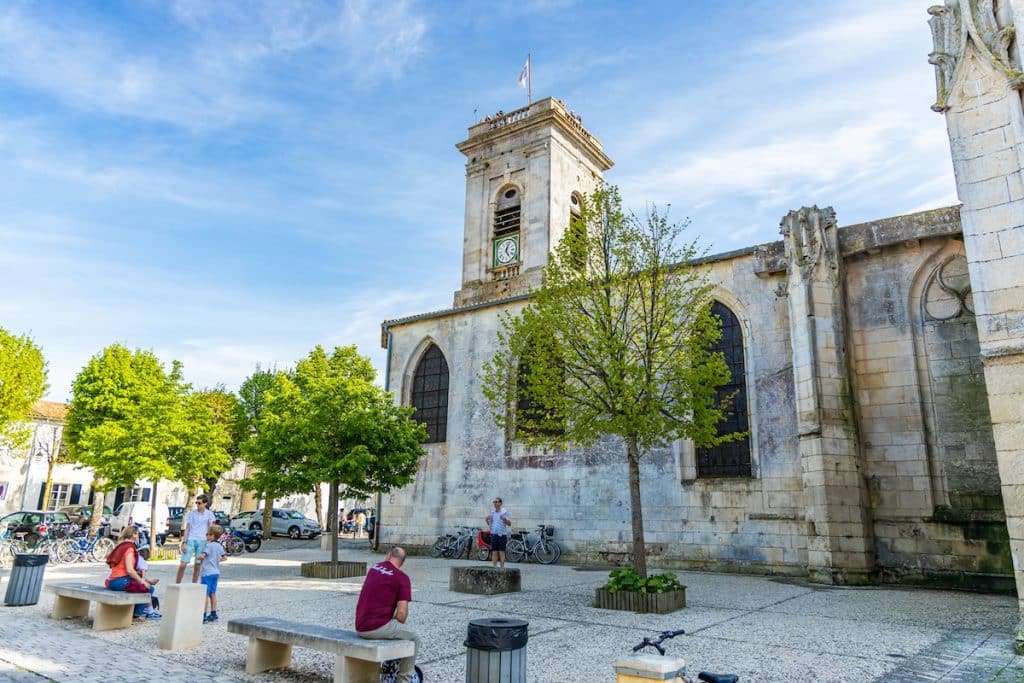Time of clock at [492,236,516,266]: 5:03
